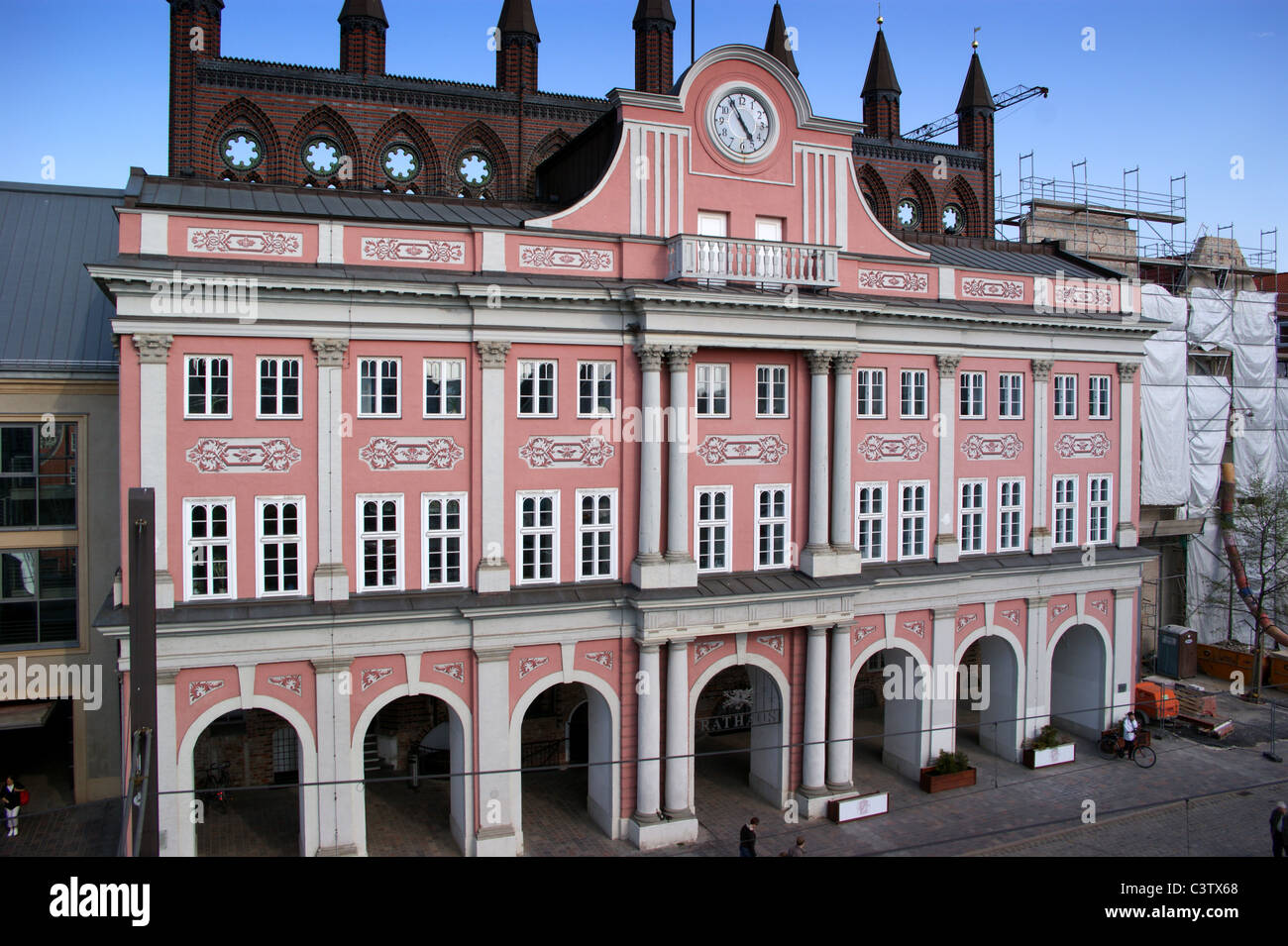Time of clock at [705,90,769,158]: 4:55
